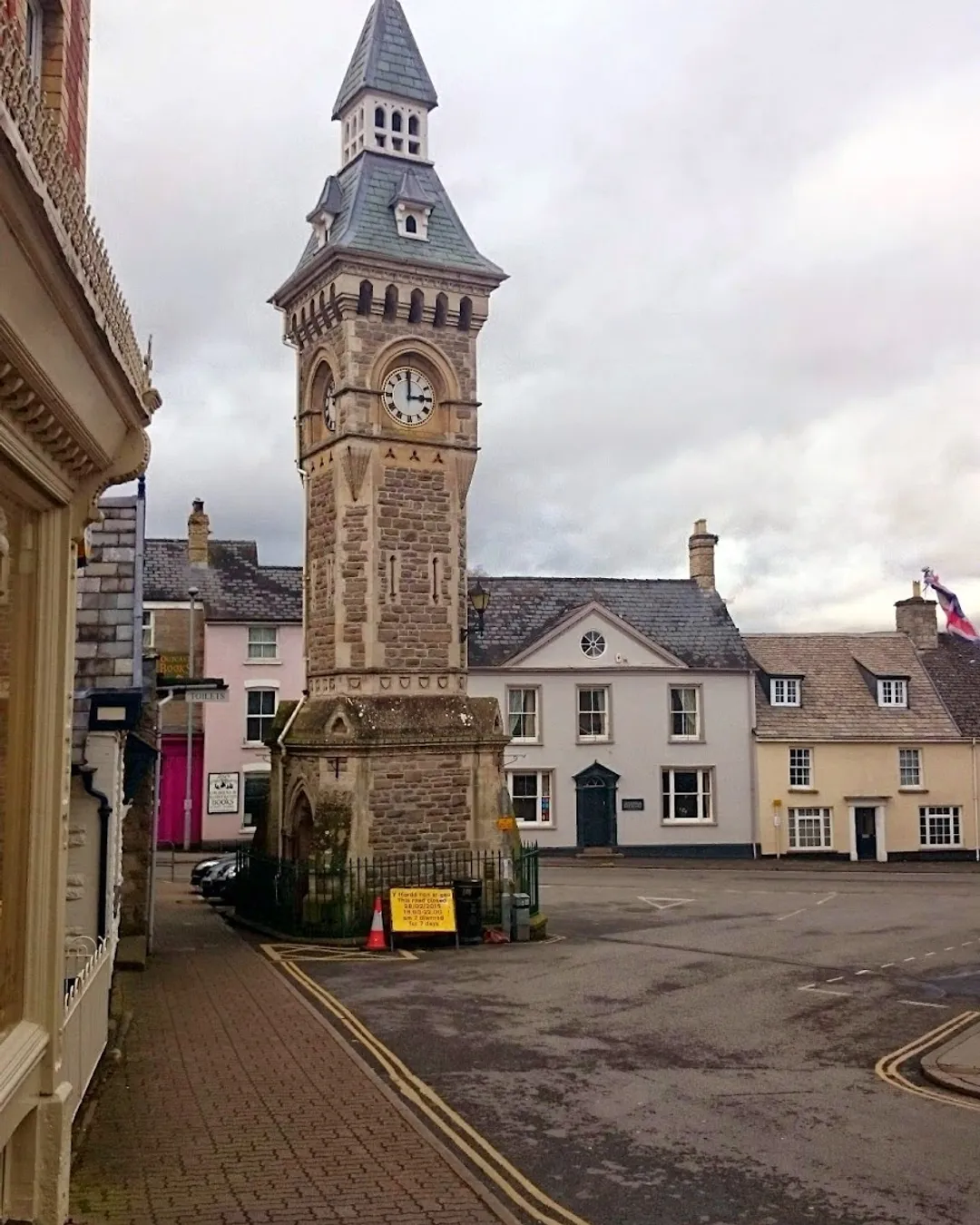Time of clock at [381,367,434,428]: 2:59
